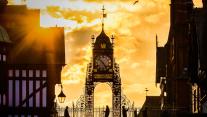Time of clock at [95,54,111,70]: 10:24
